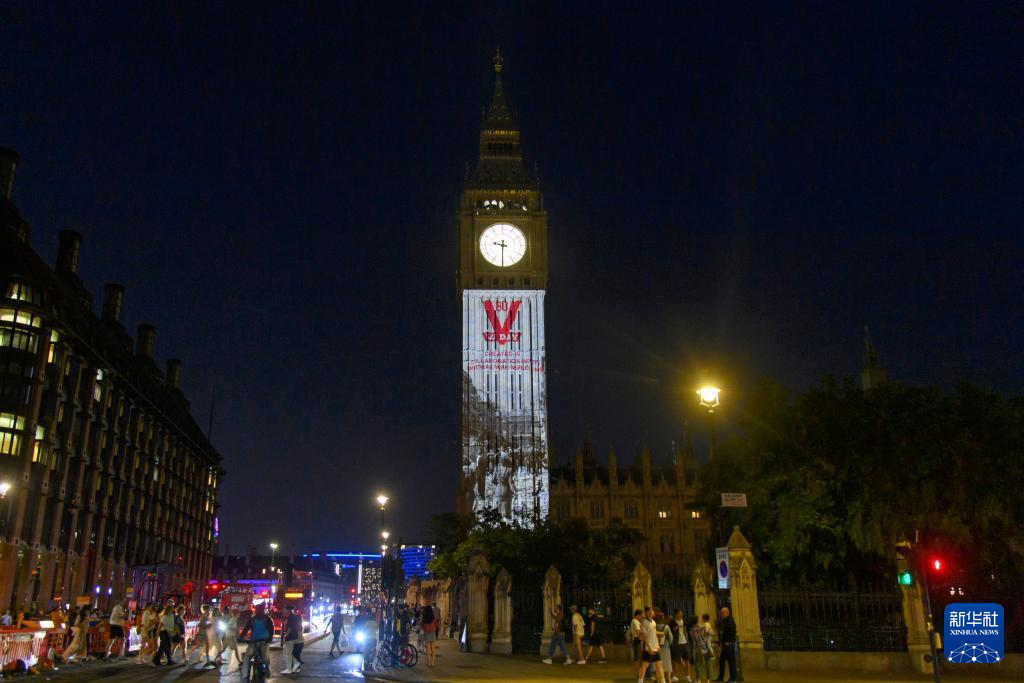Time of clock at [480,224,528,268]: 9:30
